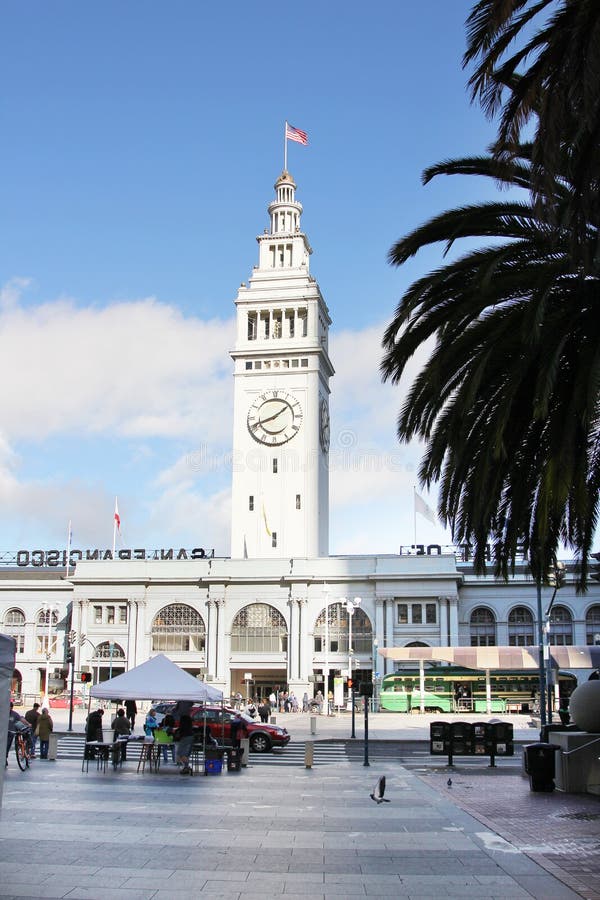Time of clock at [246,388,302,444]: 1:41
